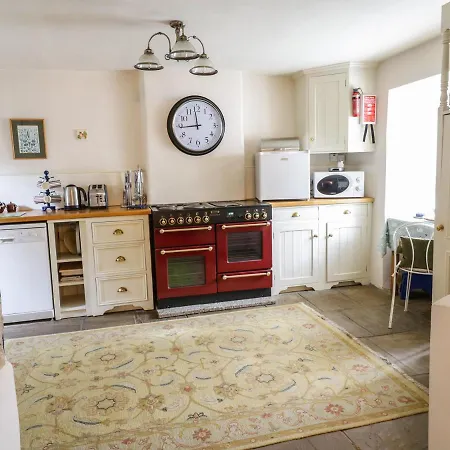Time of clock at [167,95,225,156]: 11:44
